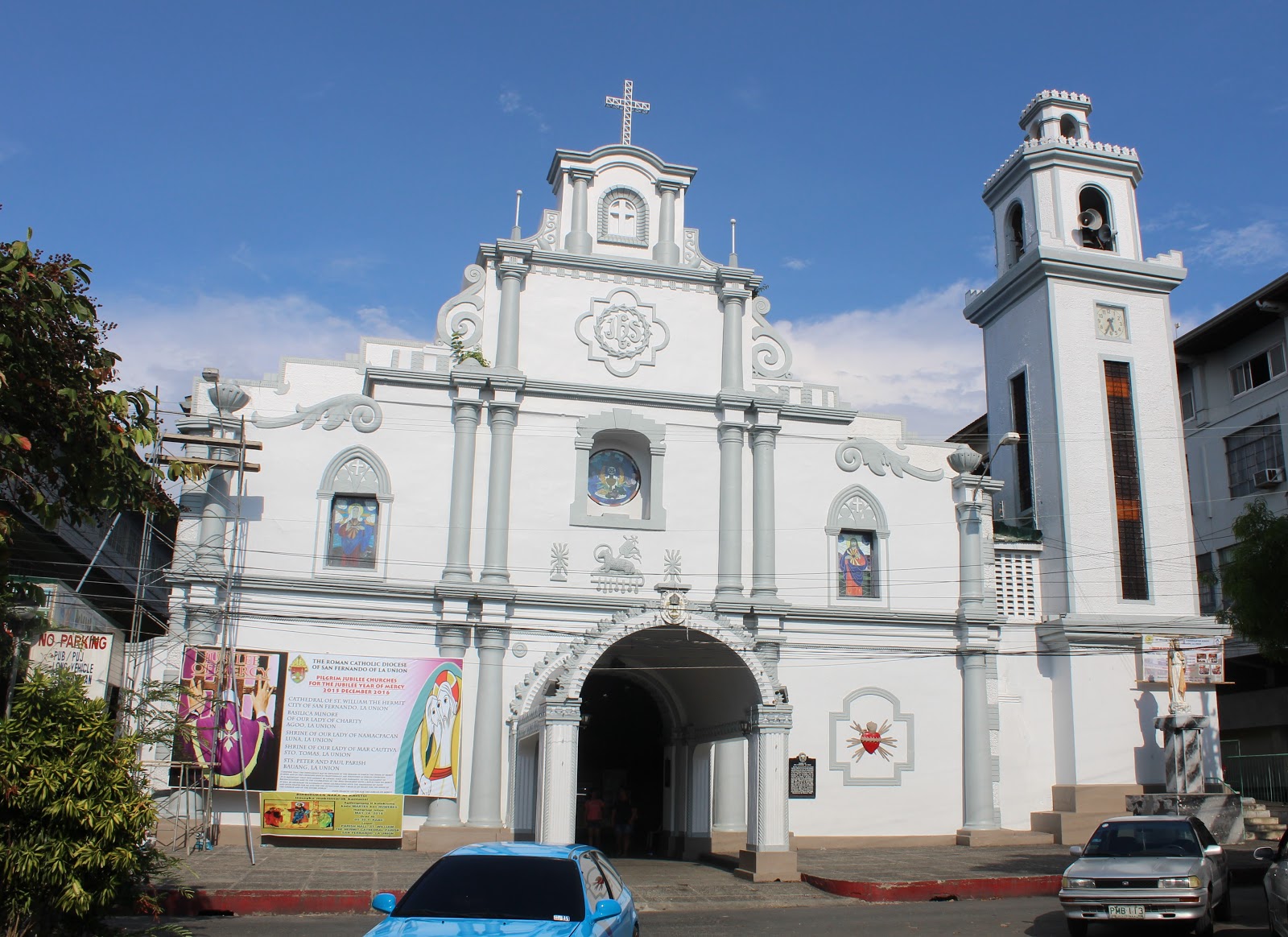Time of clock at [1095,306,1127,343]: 5:34
